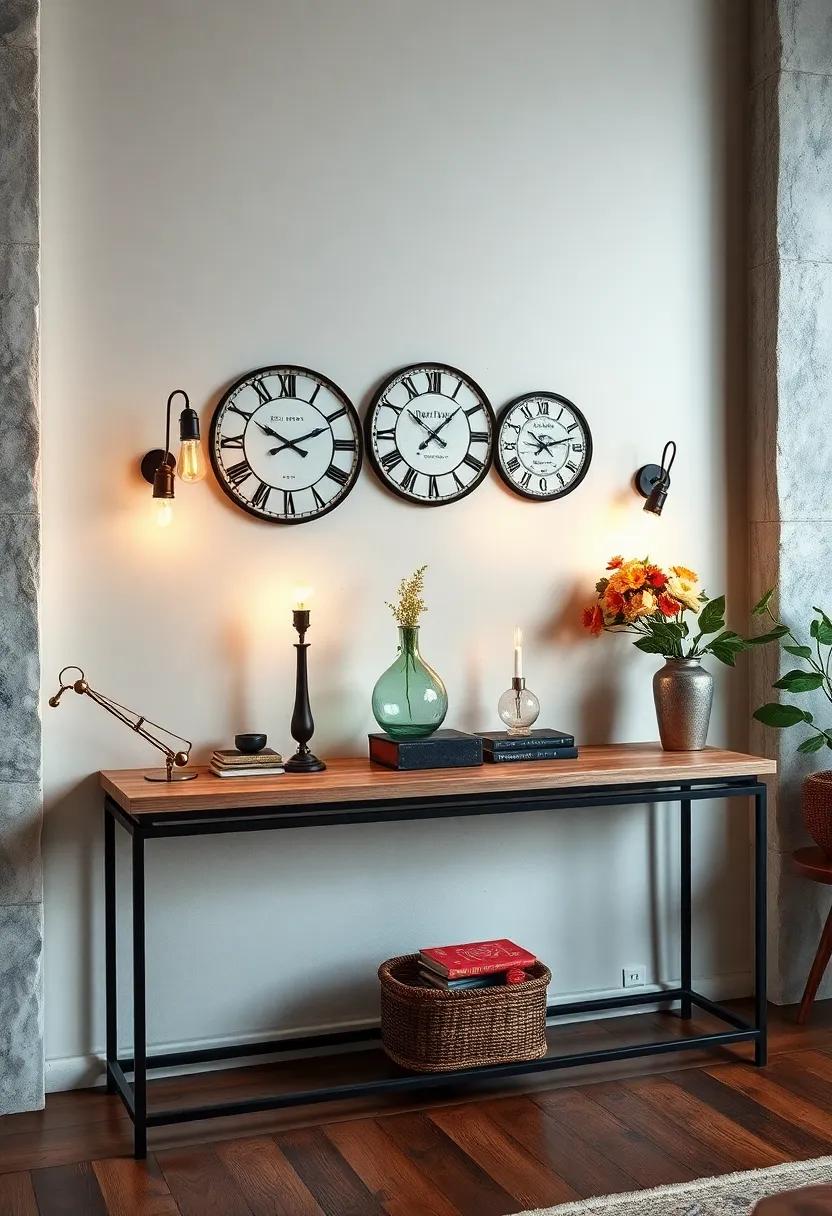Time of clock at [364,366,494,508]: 10:07
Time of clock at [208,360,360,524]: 10:10
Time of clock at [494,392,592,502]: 10:12
